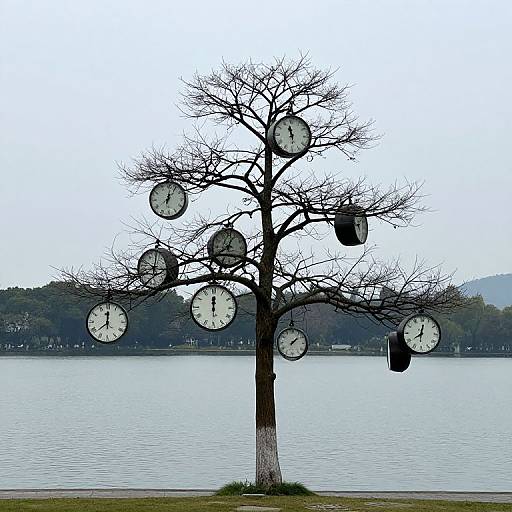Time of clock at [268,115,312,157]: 11:28
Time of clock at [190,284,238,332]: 12:00
